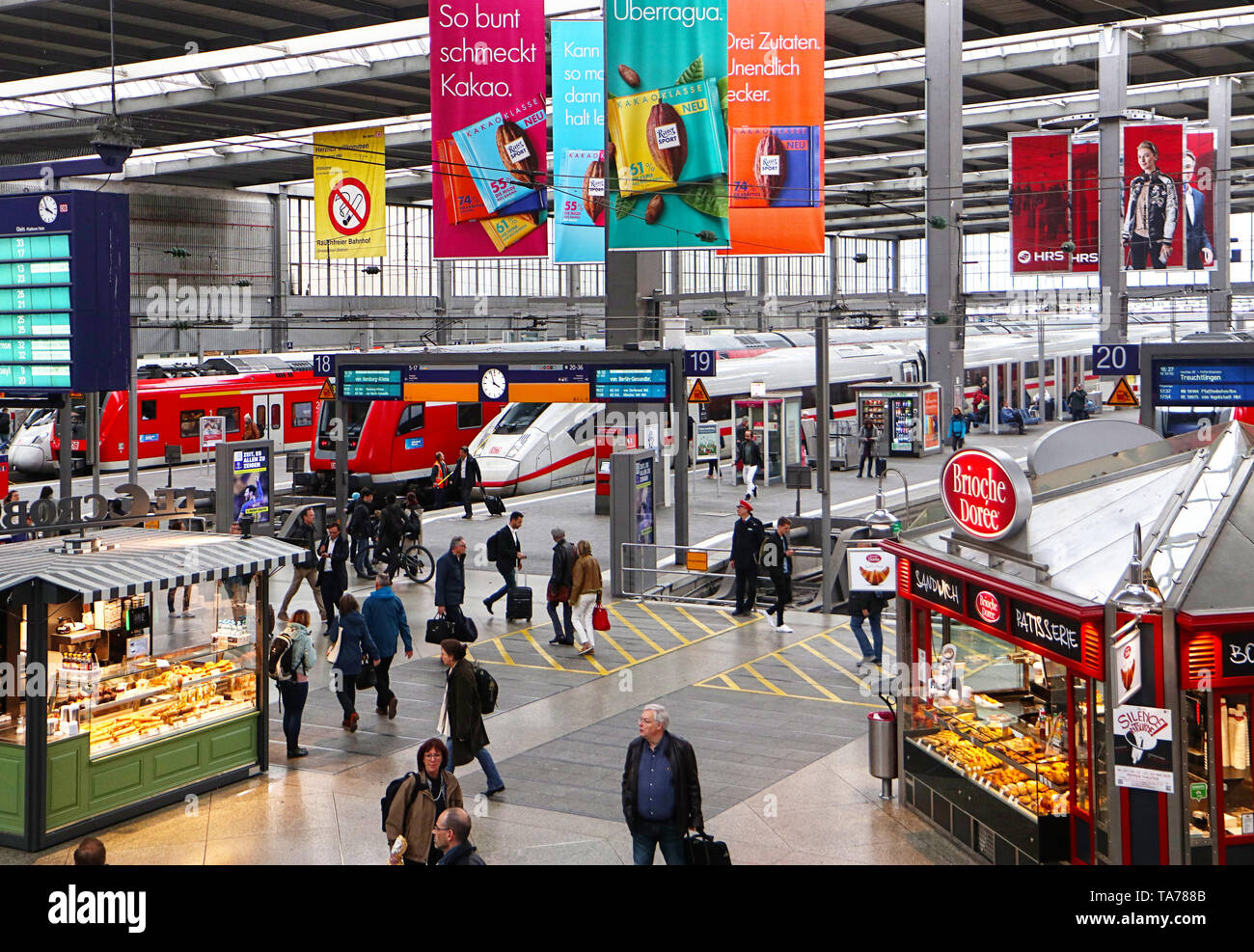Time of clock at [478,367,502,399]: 3:56
